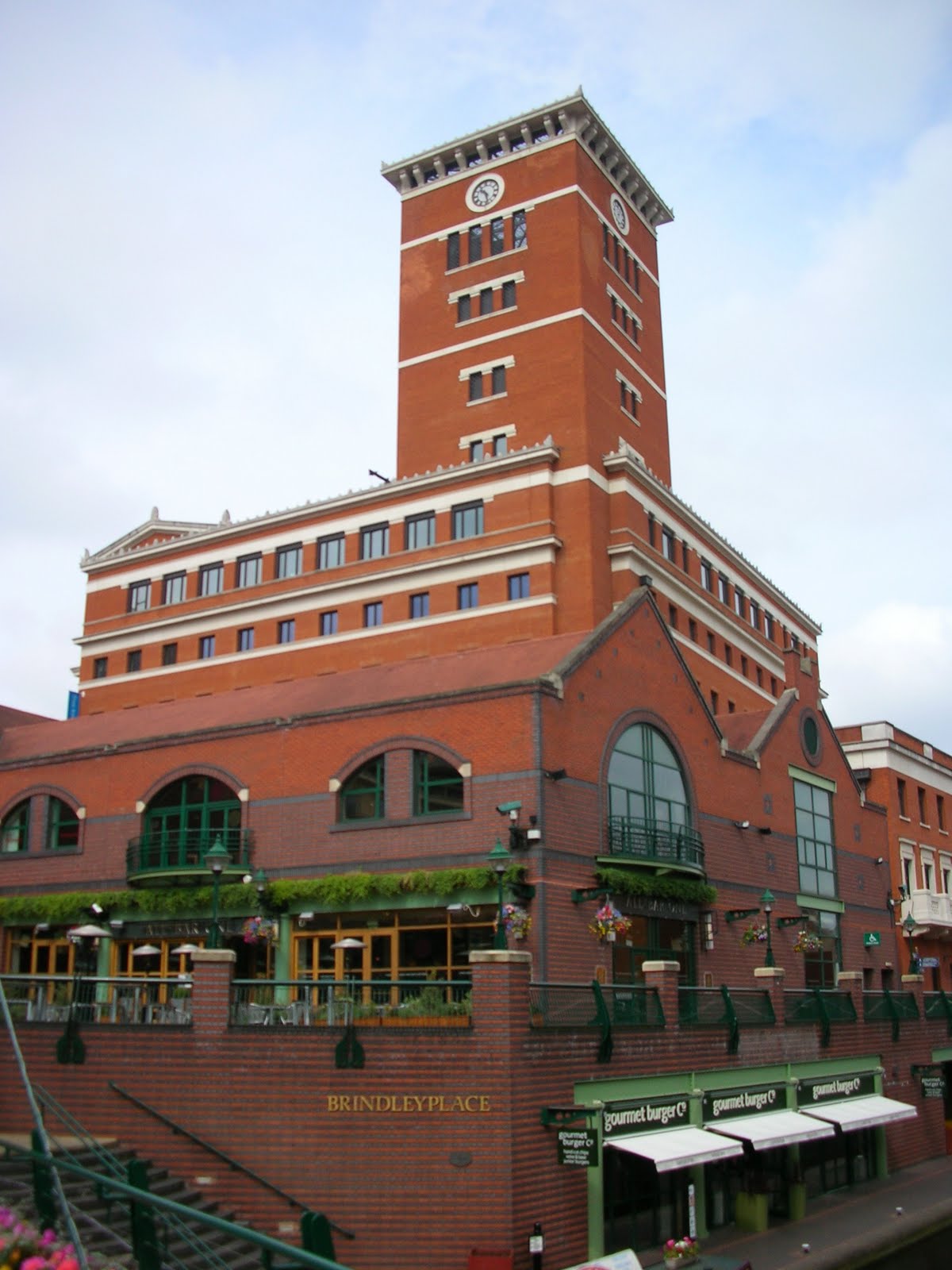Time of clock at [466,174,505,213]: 10:28
